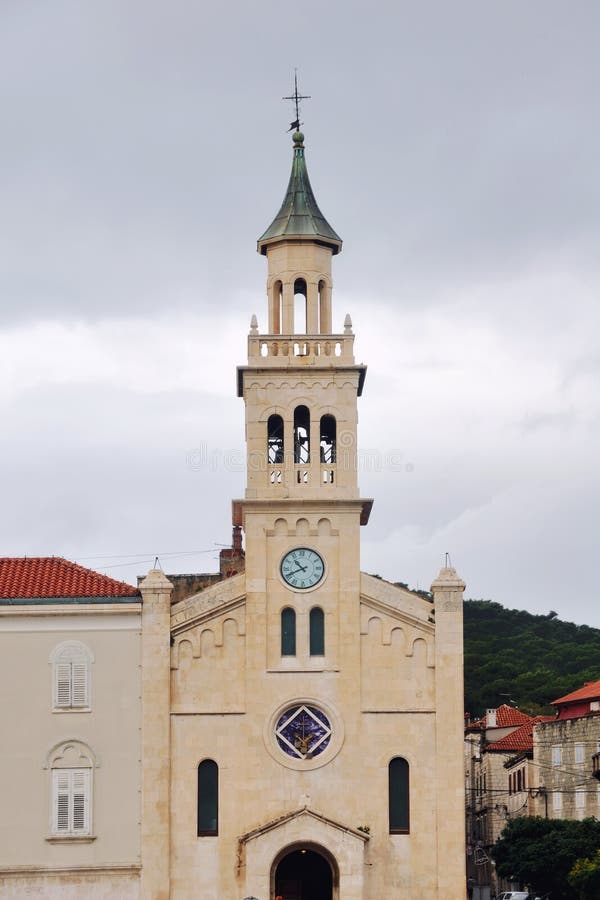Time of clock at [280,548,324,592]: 10:41
